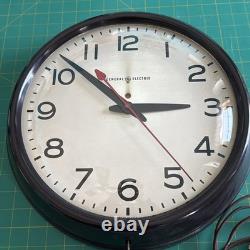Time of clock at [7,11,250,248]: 2:52
